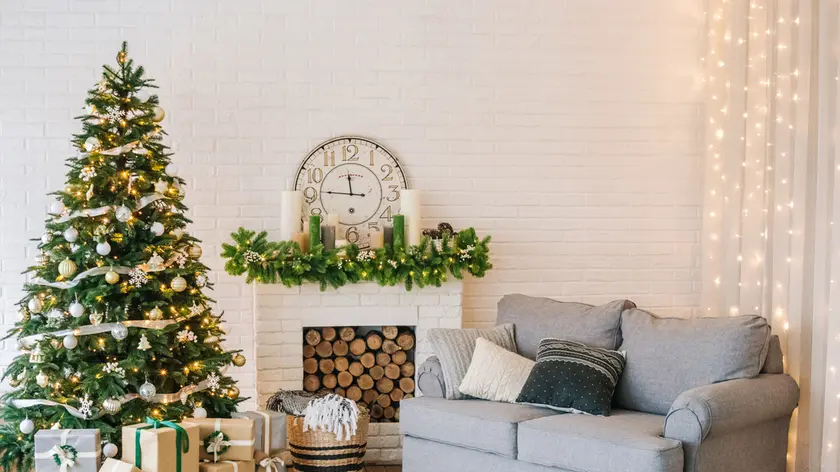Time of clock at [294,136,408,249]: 11:46
